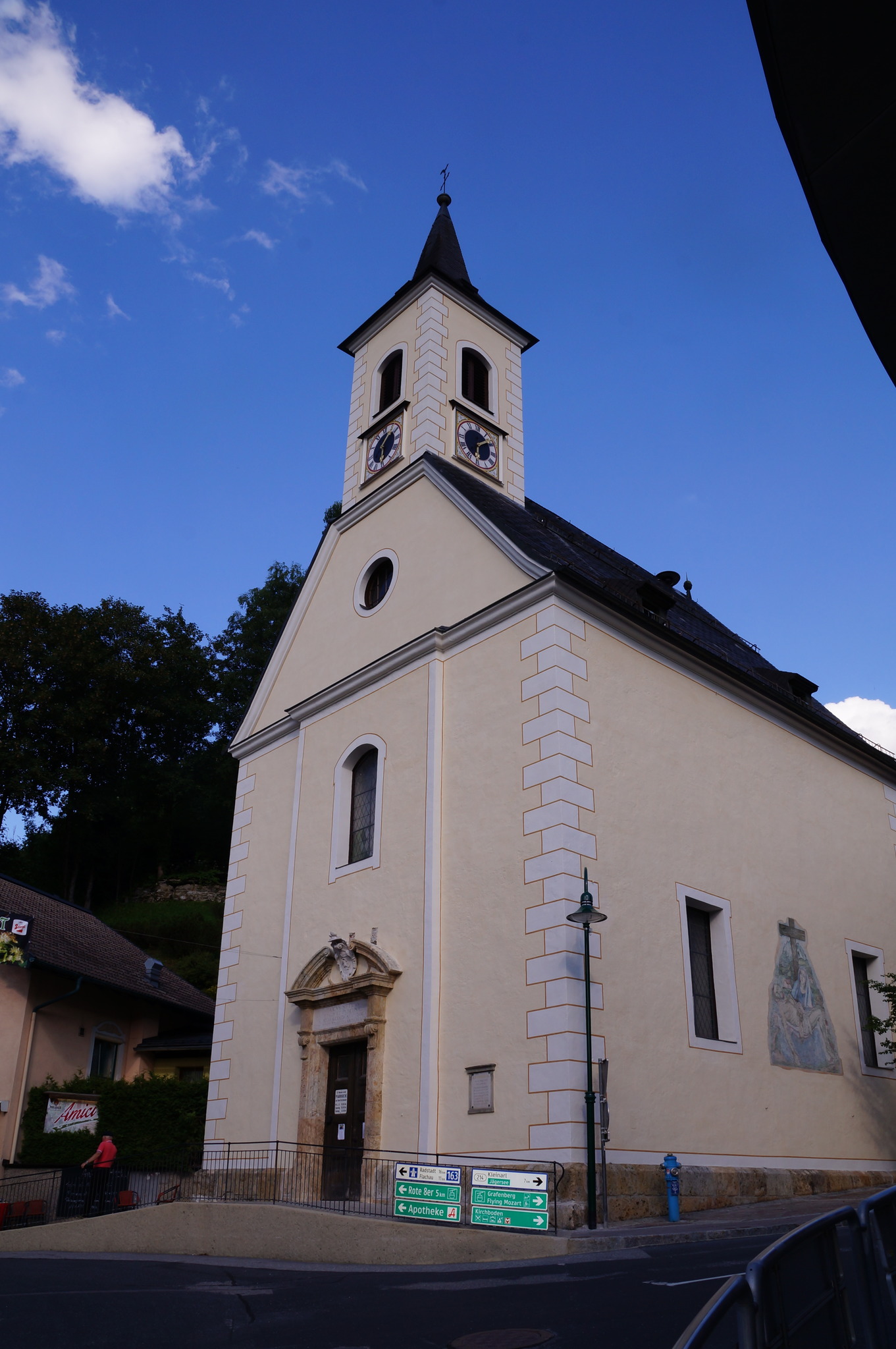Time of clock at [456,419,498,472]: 6:08
